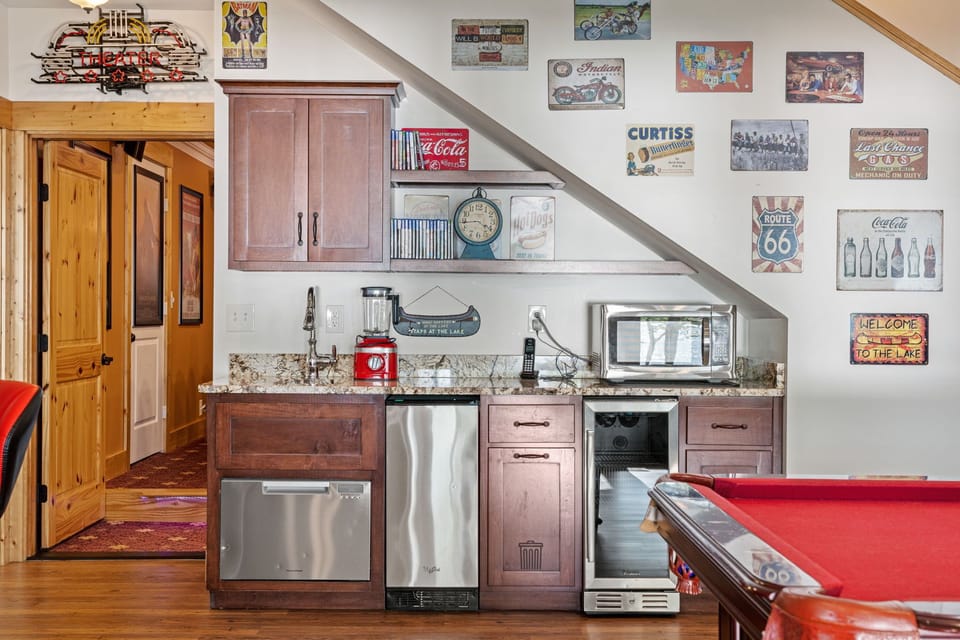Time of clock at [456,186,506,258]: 3:43
